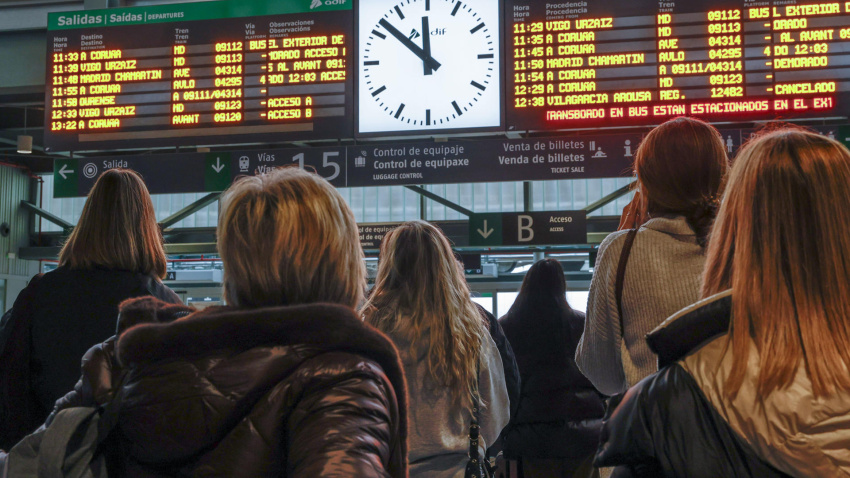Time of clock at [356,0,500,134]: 11:51
